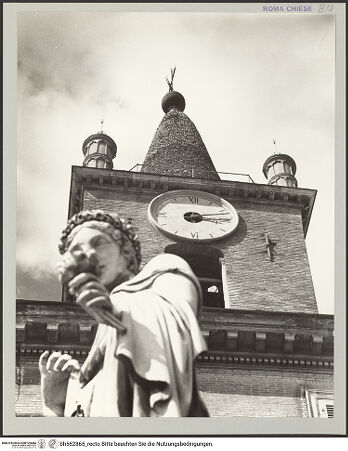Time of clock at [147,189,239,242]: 3:12
